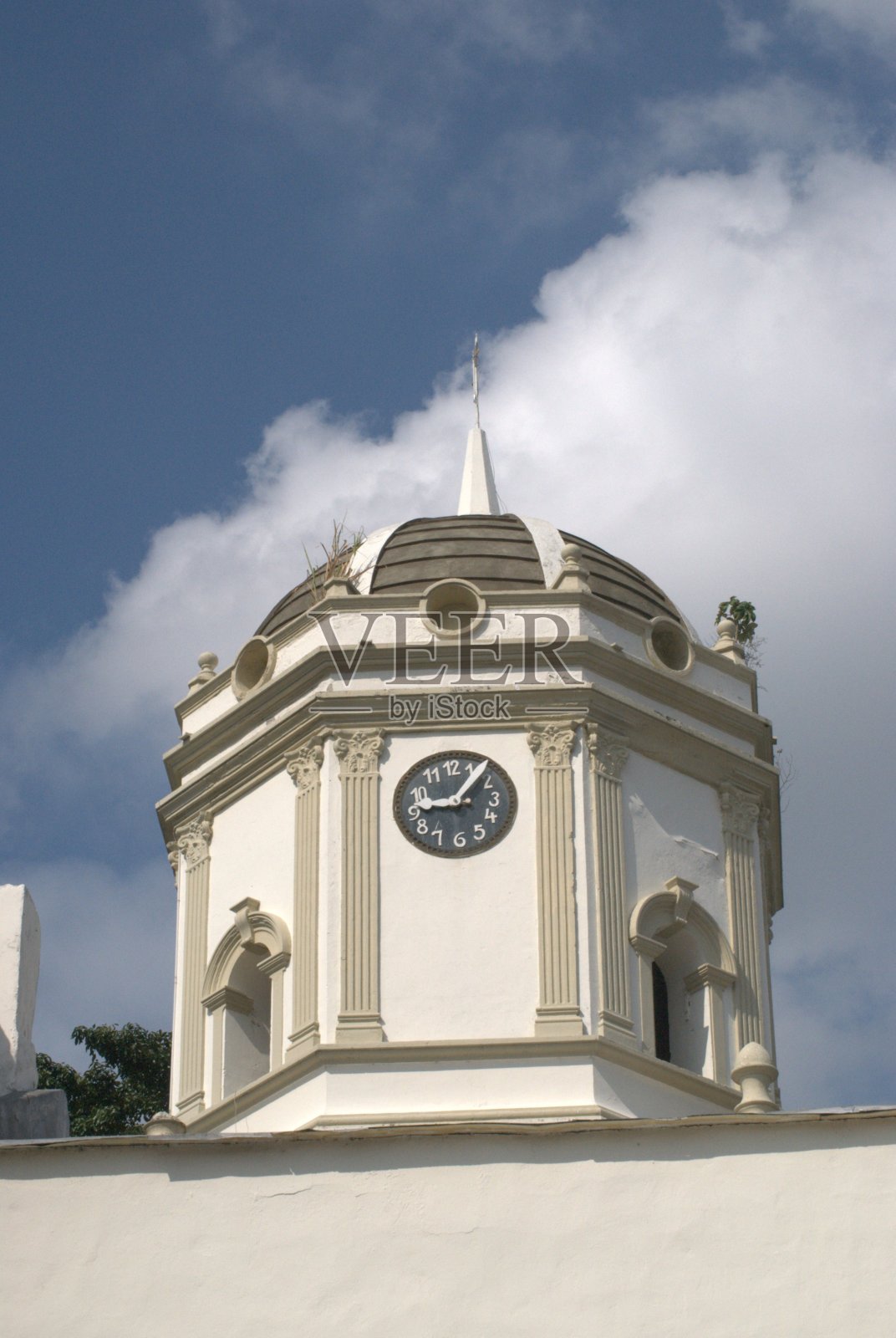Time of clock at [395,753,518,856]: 9:06
